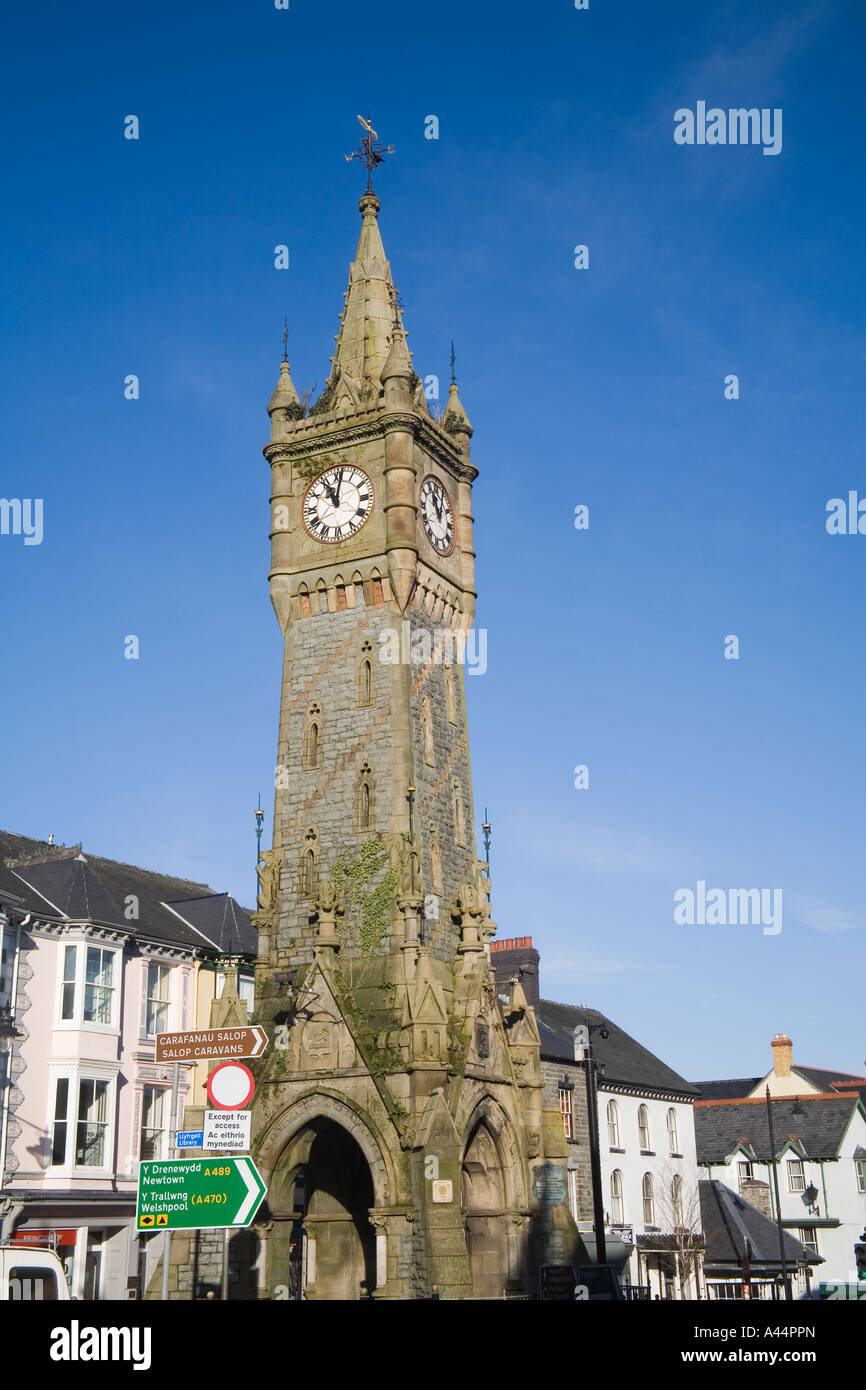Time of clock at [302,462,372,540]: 11:01
